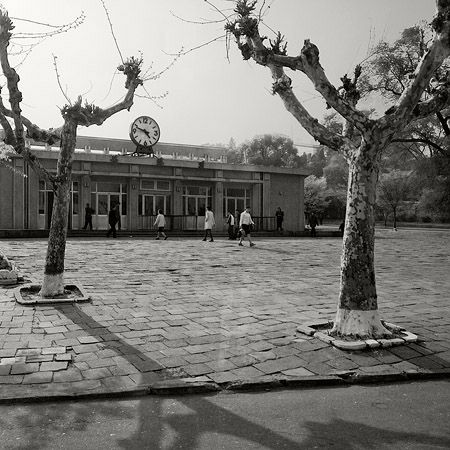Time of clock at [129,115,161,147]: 4:47
